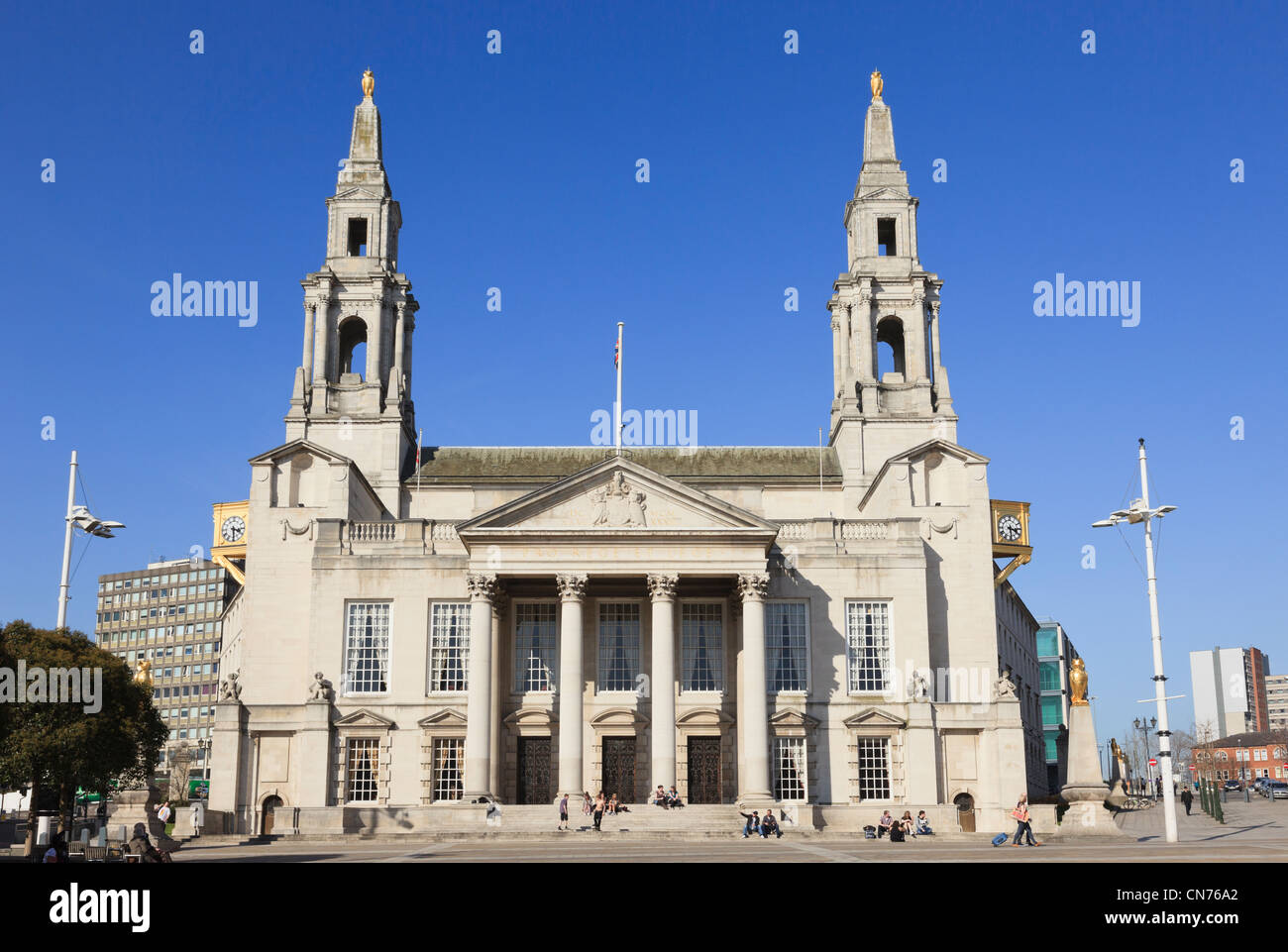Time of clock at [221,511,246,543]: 3:29
